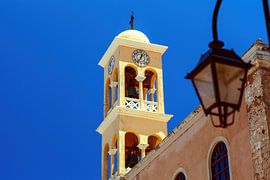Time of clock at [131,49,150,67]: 12:36
